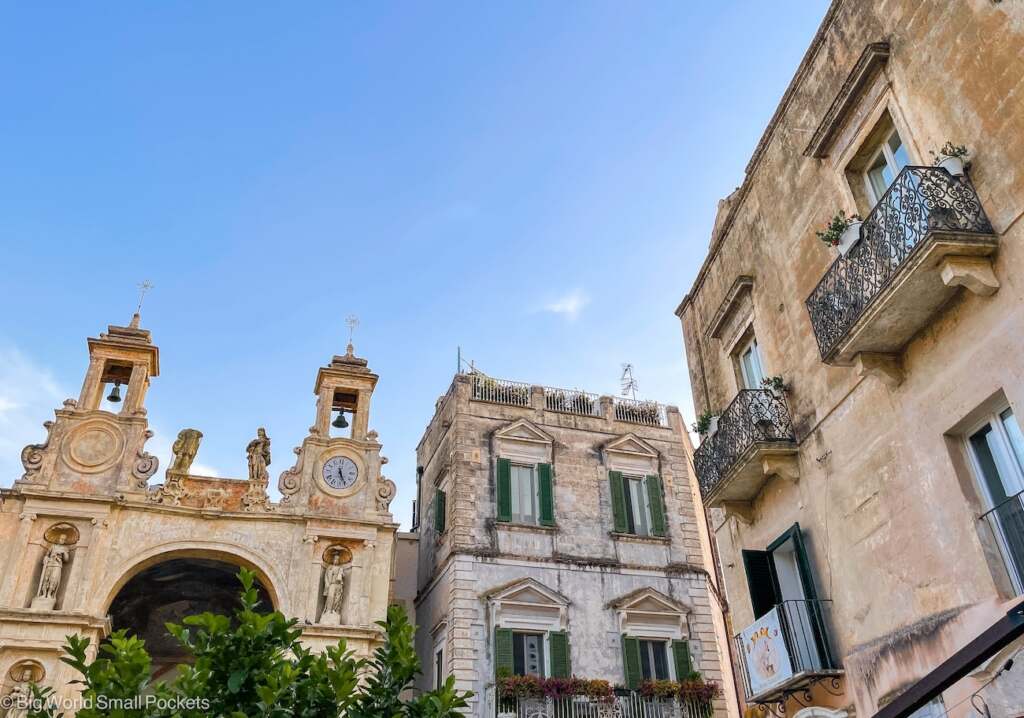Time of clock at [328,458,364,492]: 5:26
